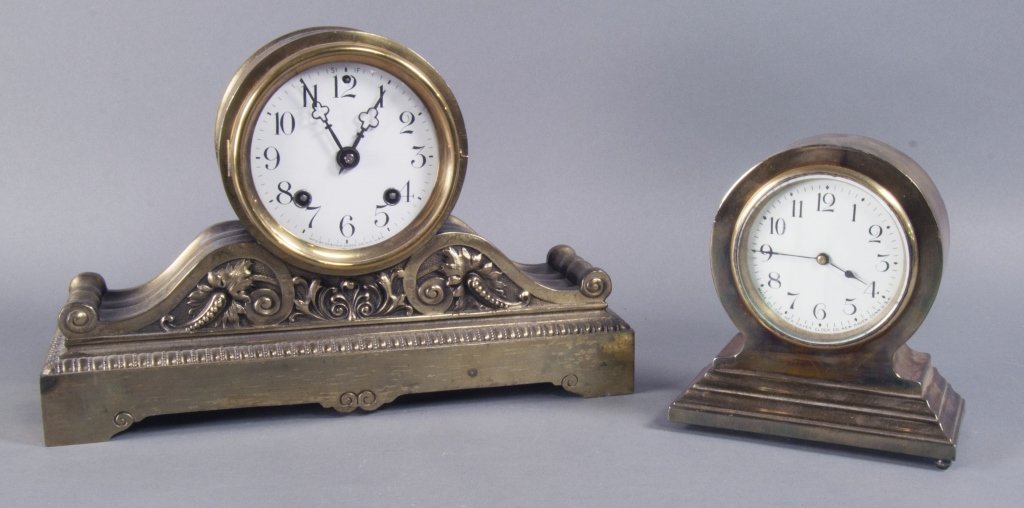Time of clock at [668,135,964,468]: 3:45
